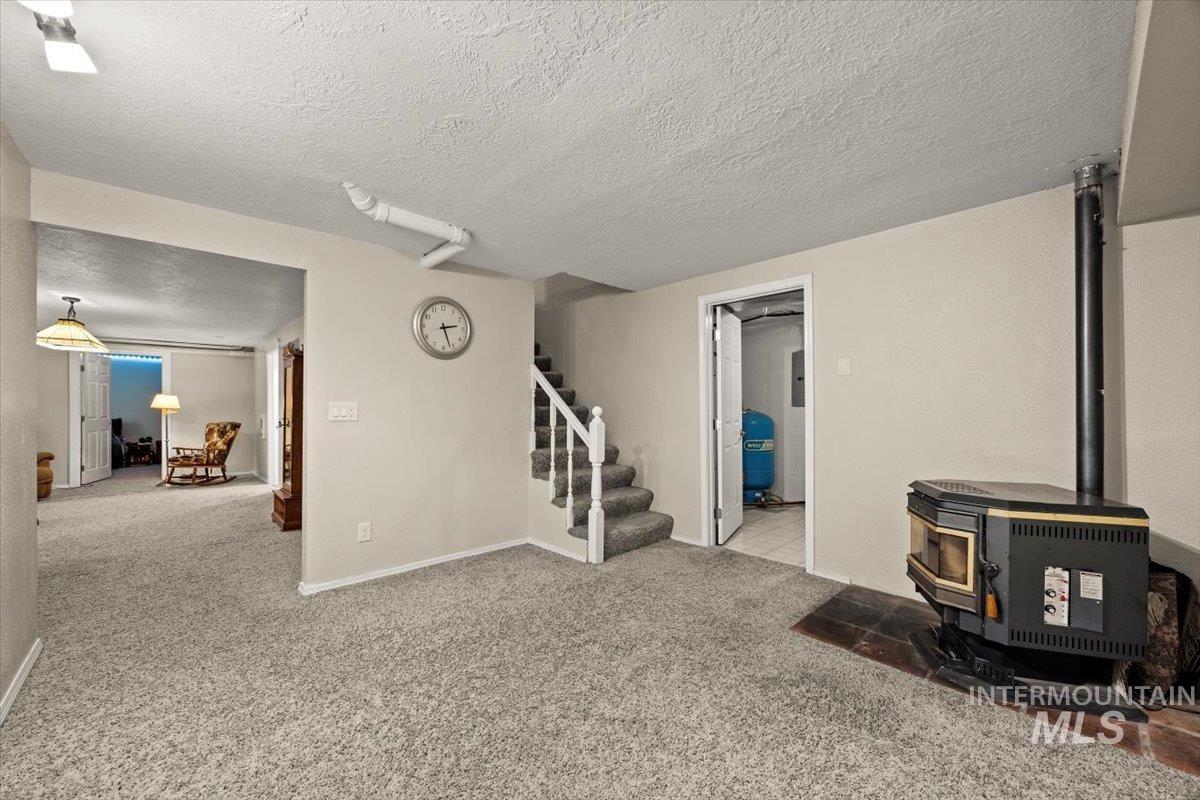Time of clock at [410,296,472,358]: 2:26
